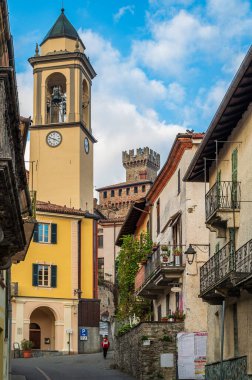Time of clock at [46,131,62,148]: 3:48
